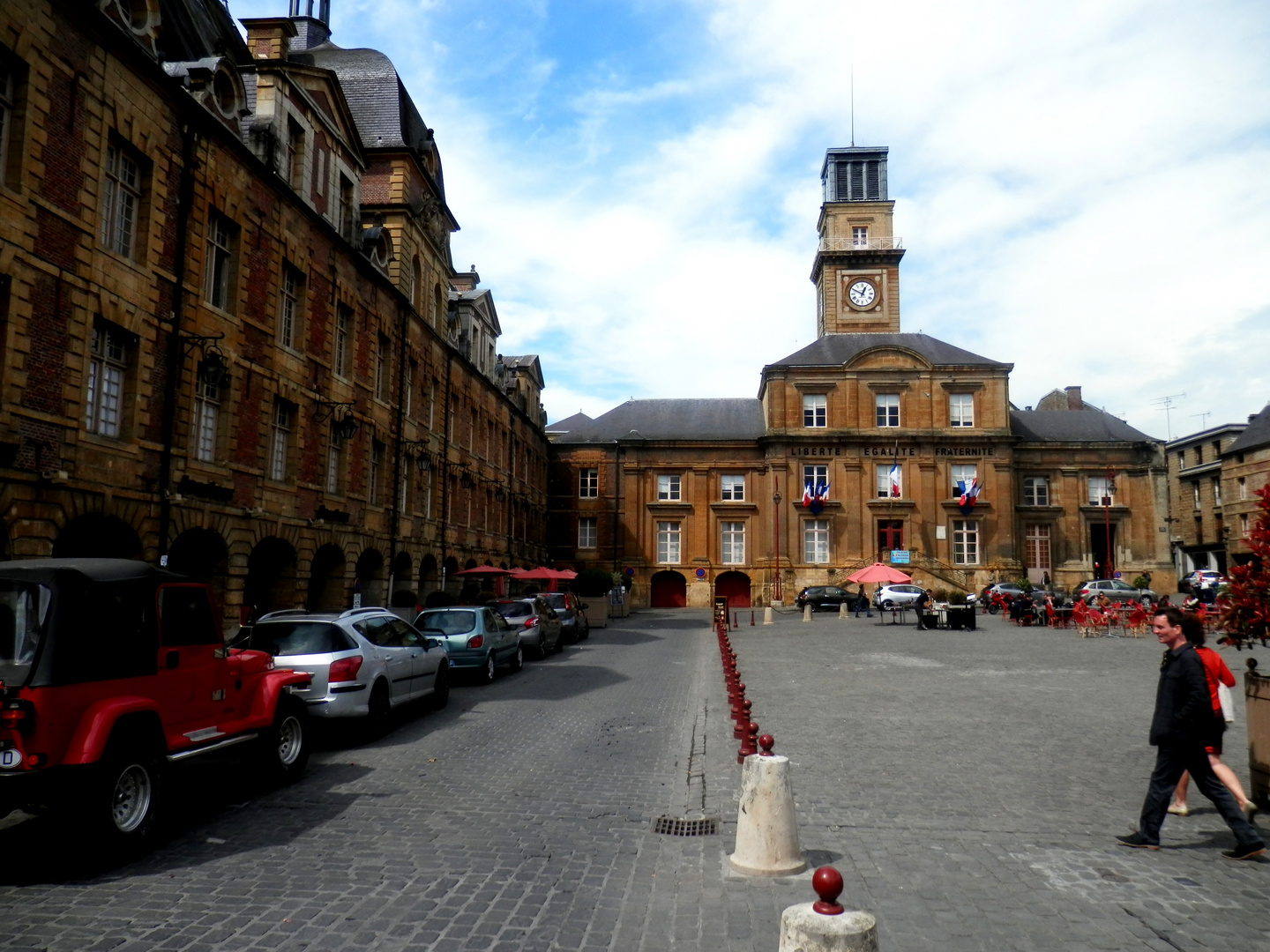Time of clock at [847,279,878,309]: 12:49
